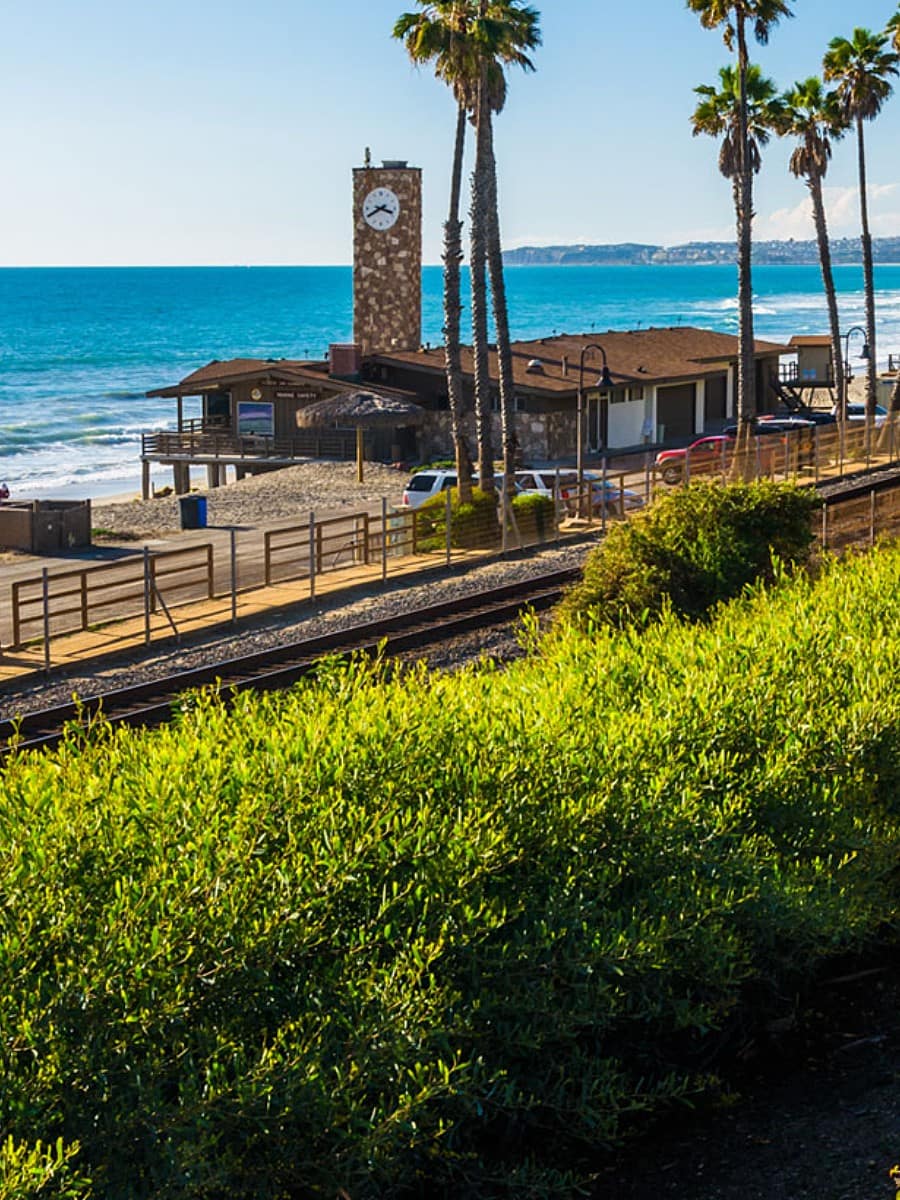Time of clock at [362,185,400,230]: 3:40
